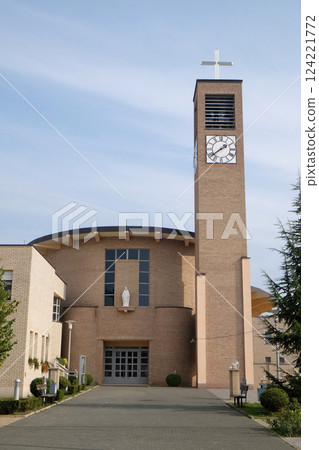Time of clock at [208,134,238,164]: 1:38
